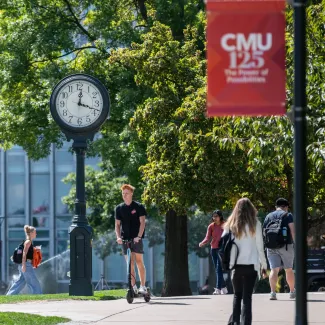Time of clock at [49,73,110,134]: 12:18
